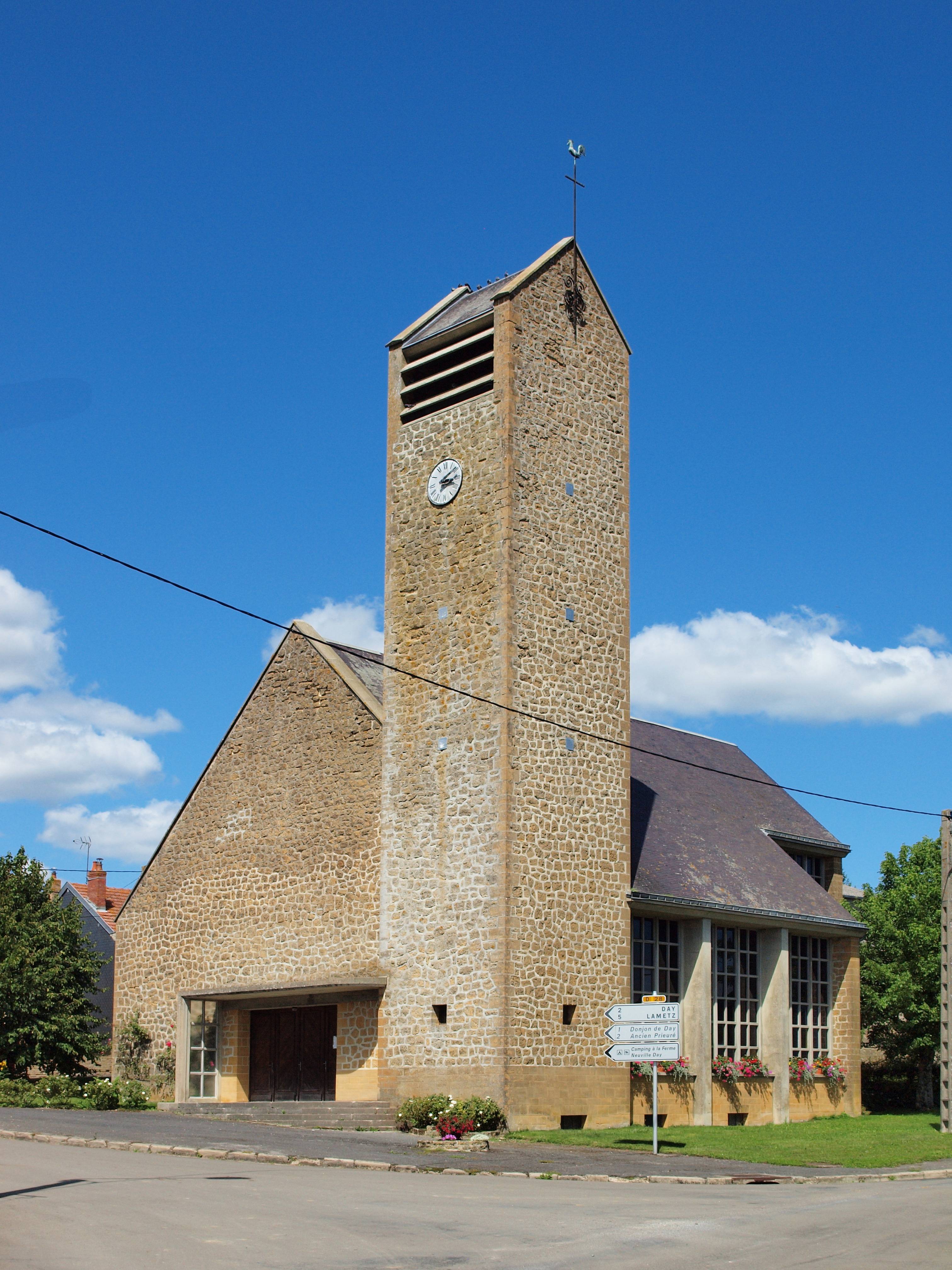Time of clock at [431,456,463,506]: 3:09
